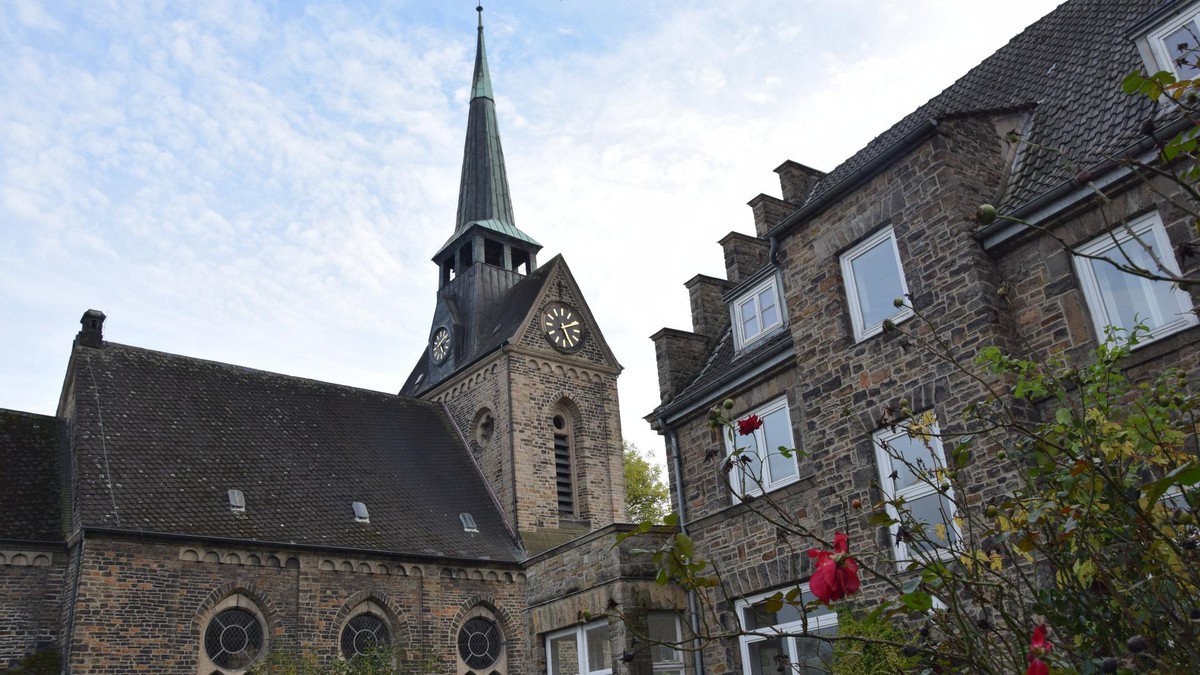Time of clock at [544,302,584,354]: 5:10
